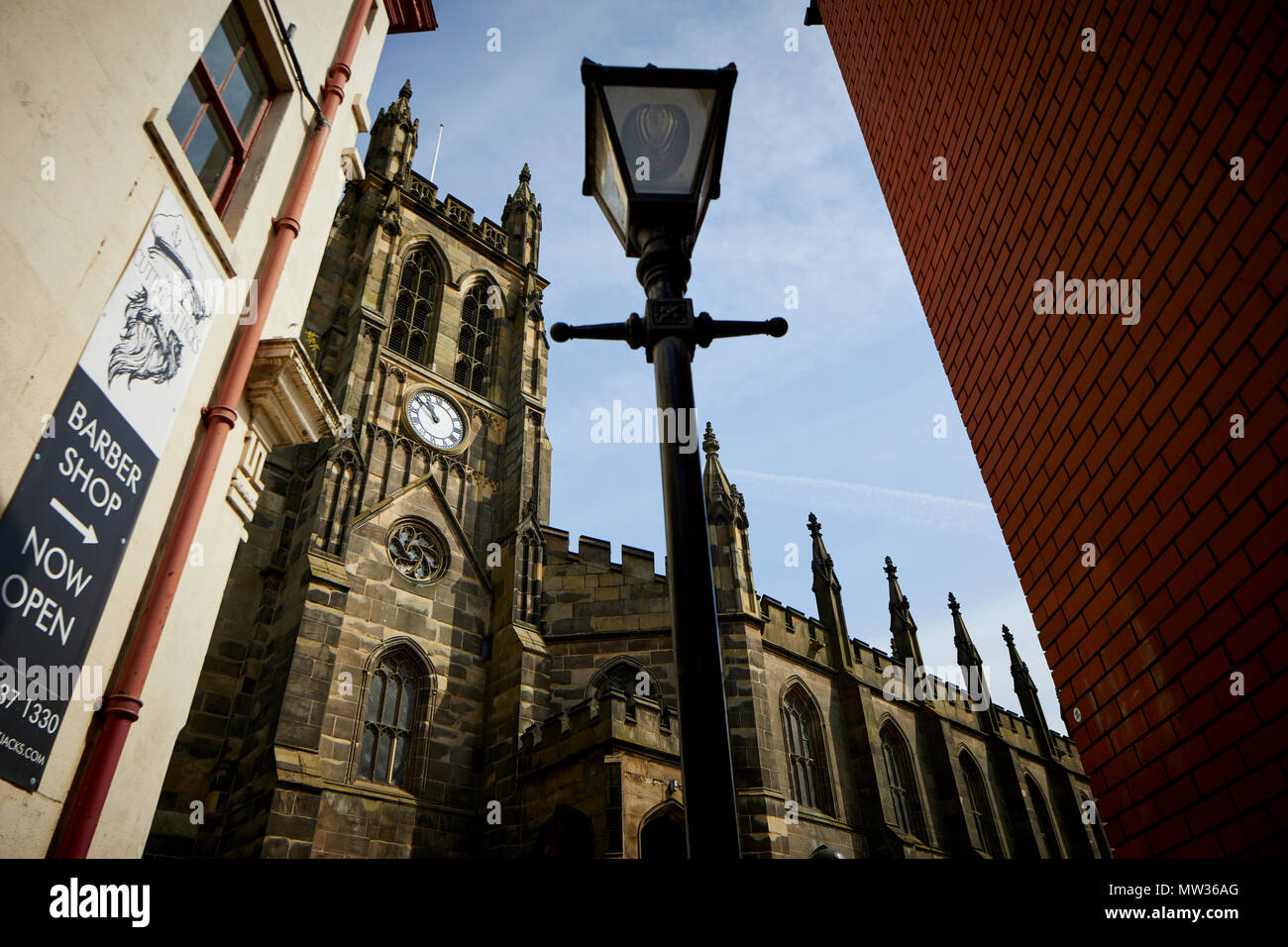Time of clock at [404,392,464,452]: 10:50
